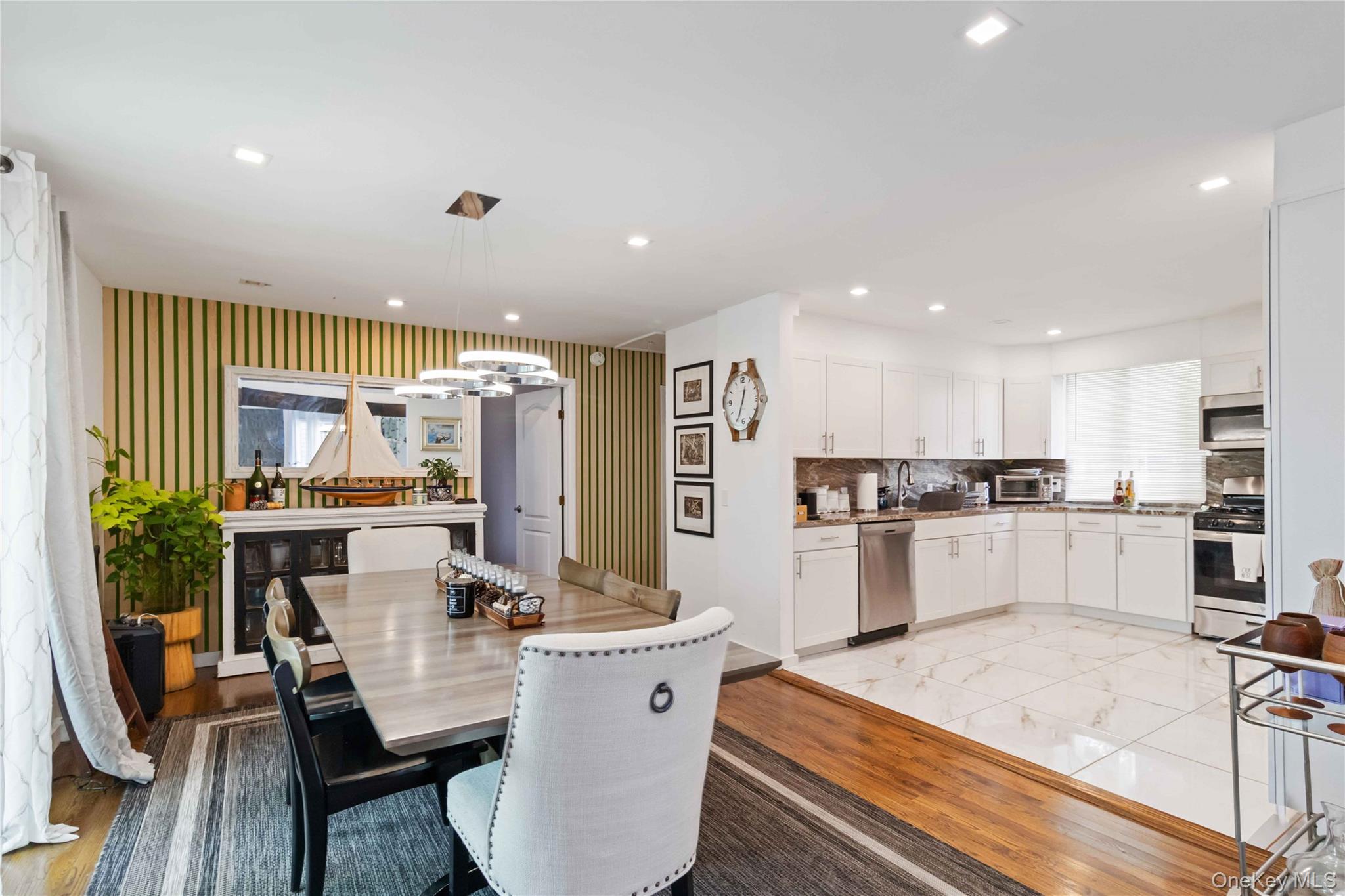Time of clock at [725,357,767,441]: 12:34
